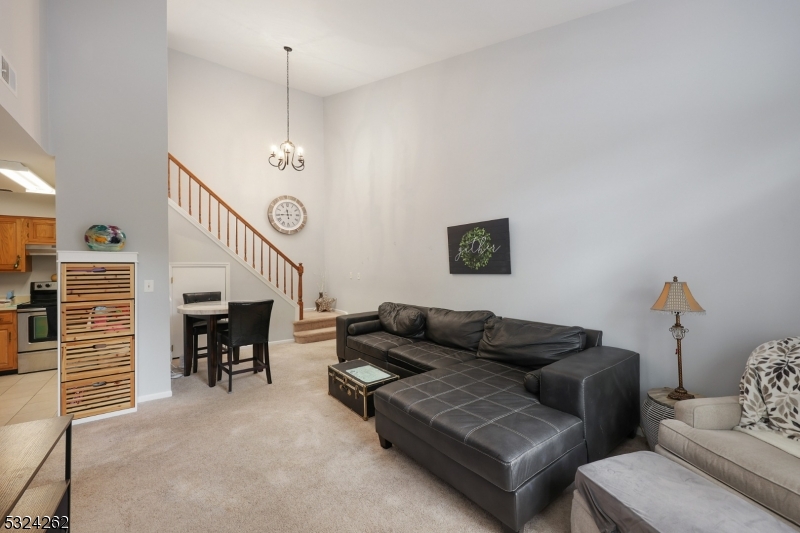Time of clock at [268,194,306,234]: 11:44
